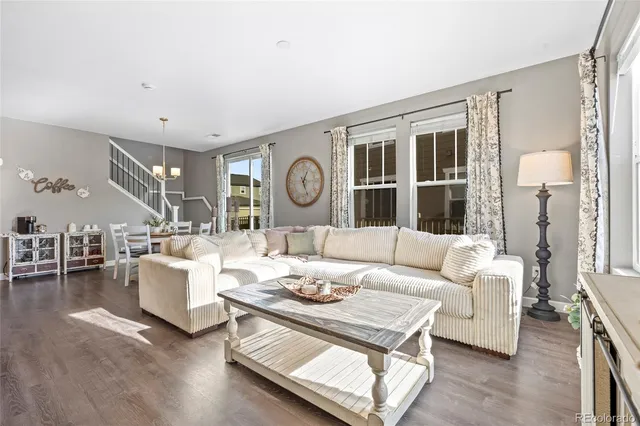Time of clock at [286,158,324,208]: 12:26
